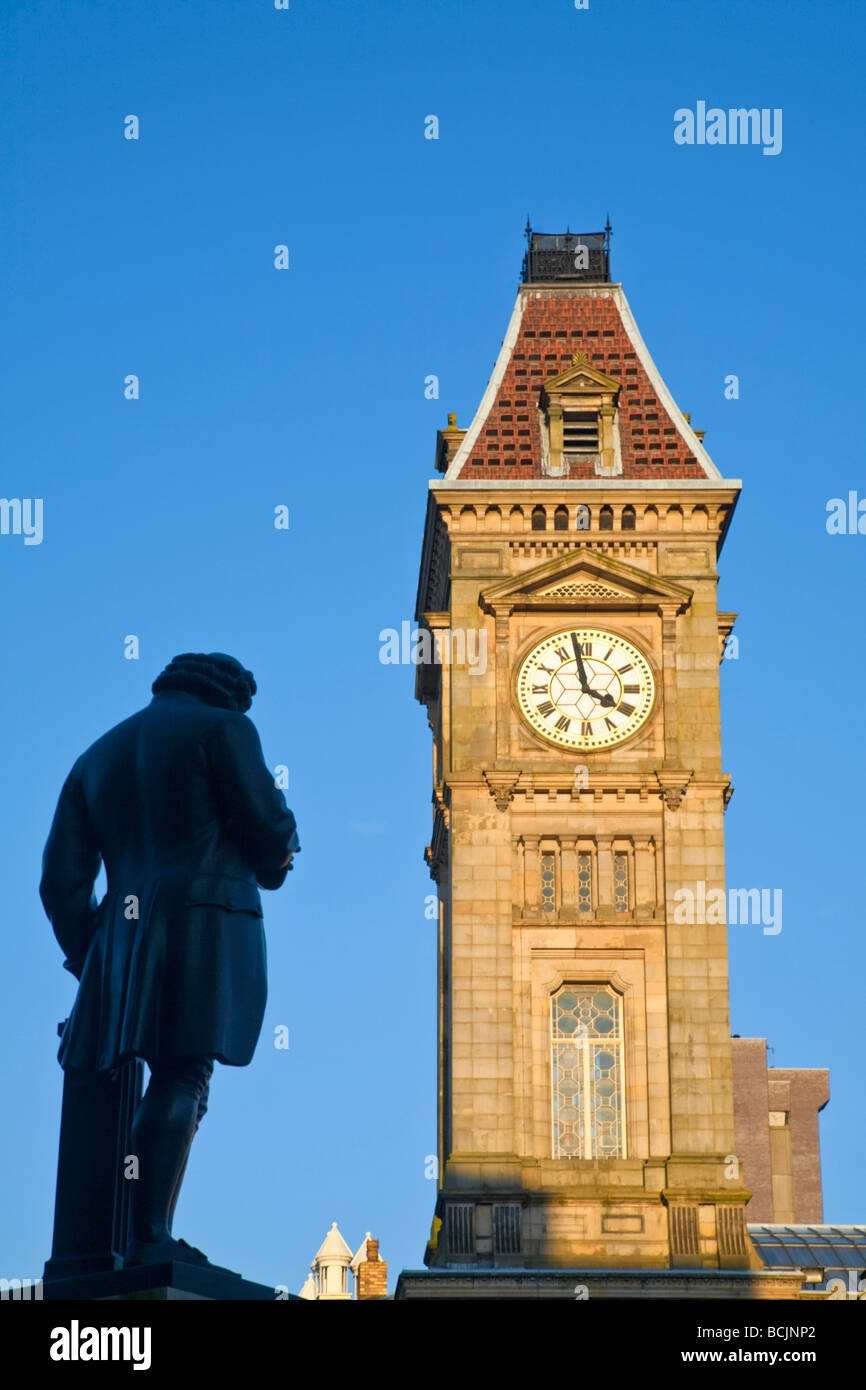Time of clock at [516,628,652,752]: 3:58
